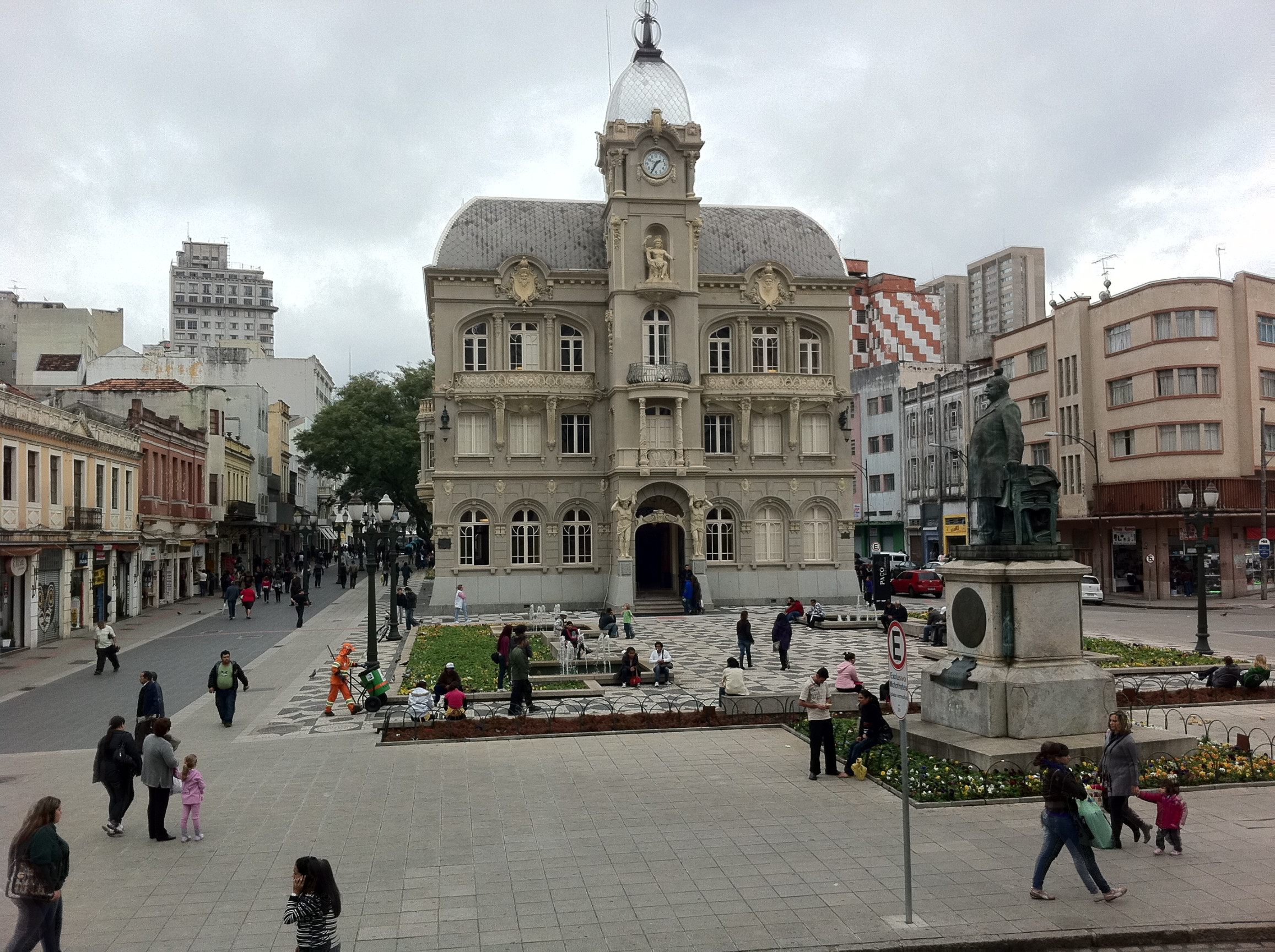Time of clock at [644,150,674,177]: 1:34
